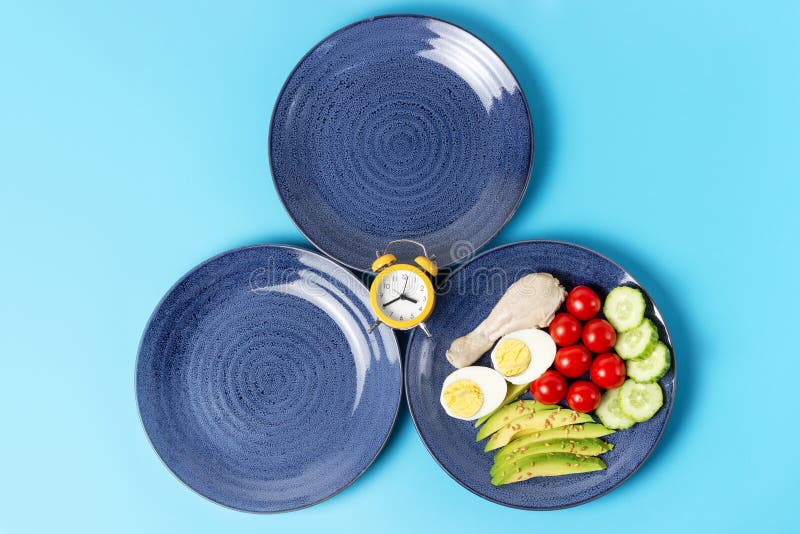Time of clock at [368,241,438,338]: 3:40
